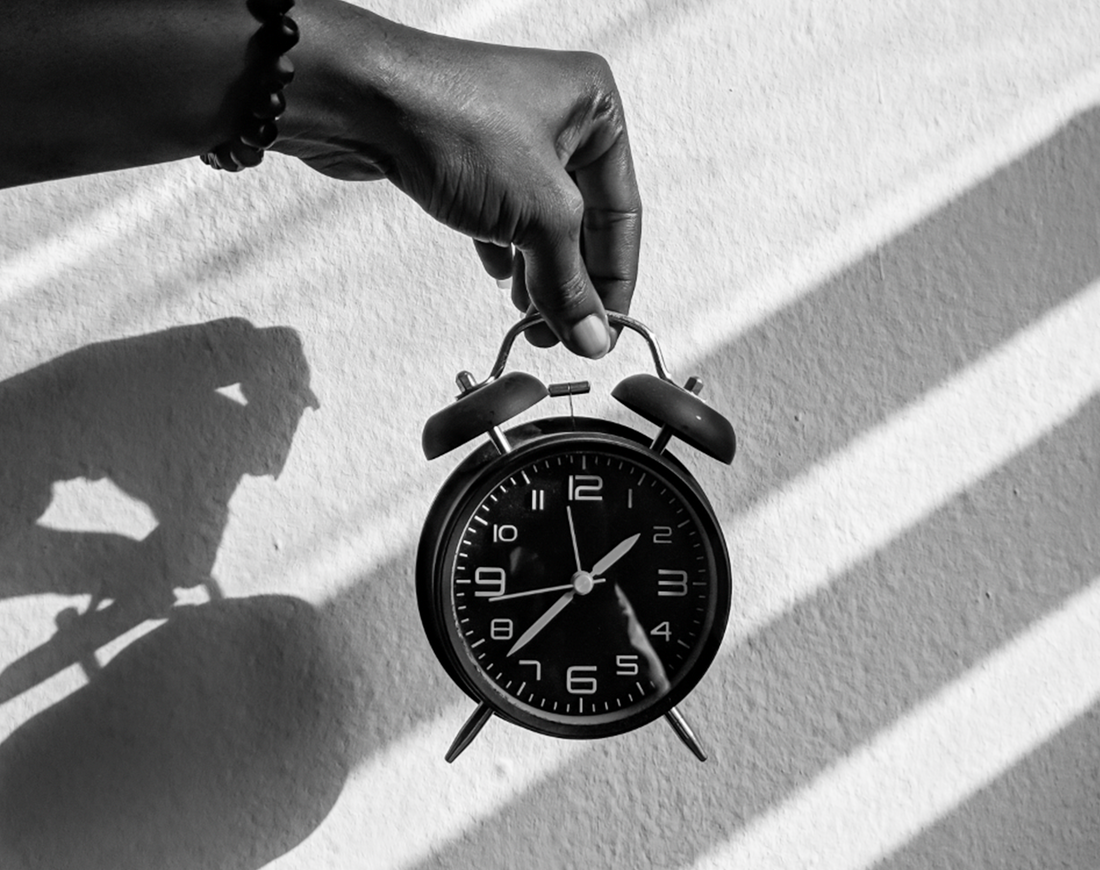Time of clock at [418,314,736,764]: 1:37
